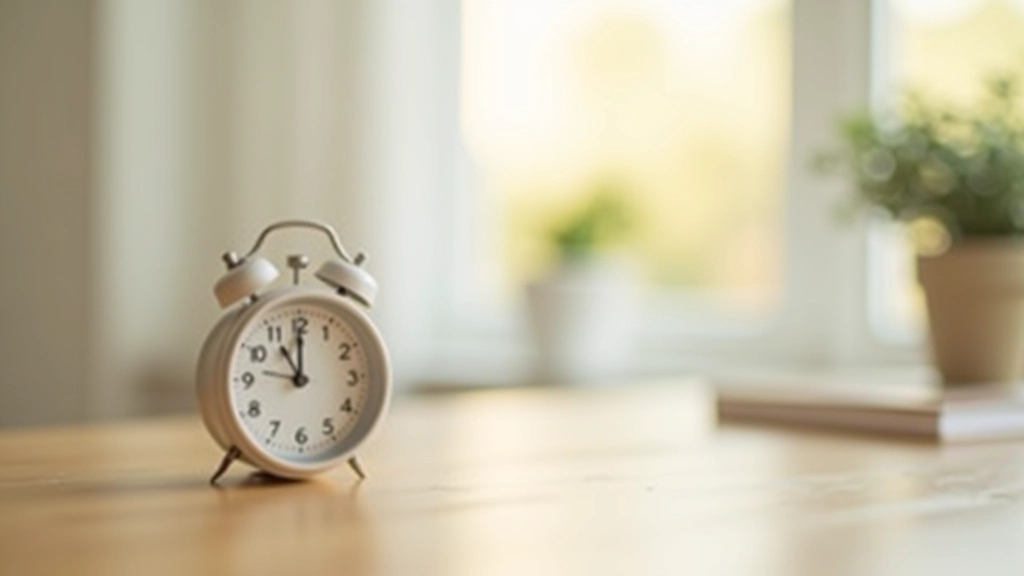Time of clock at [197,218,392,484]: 11:00
